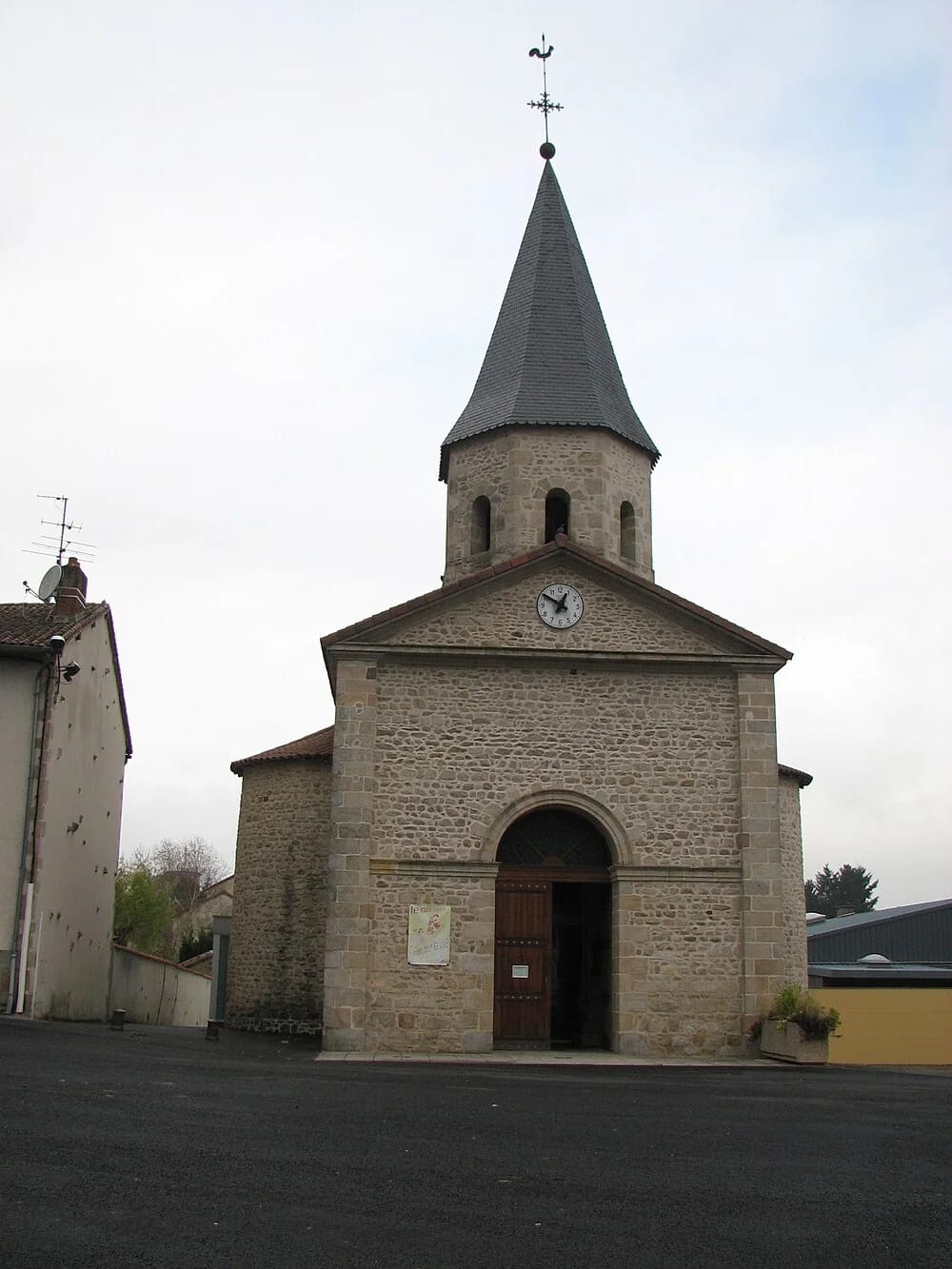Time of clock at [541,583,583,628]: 12:50
